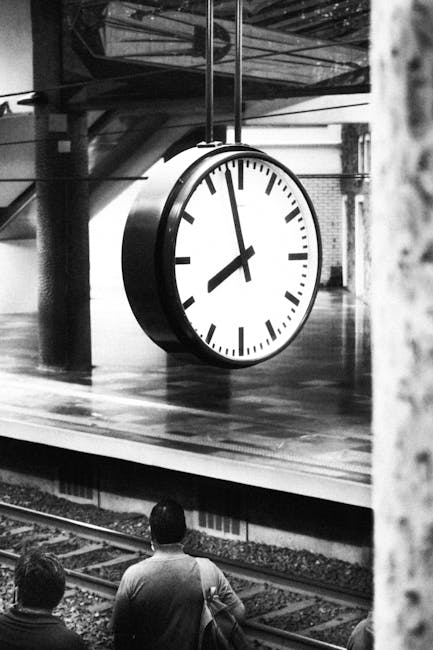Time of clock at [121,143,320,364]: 7:57
